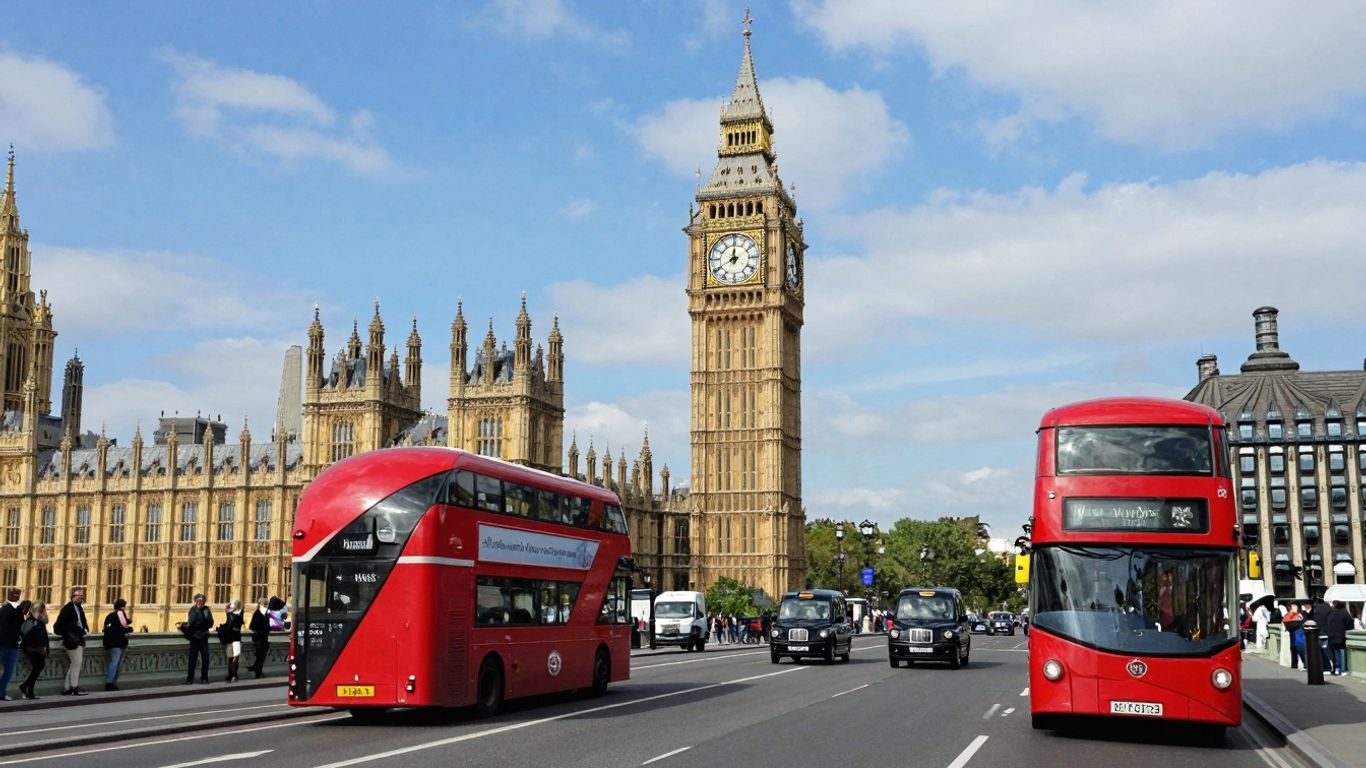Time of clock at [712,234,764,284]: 11:40
